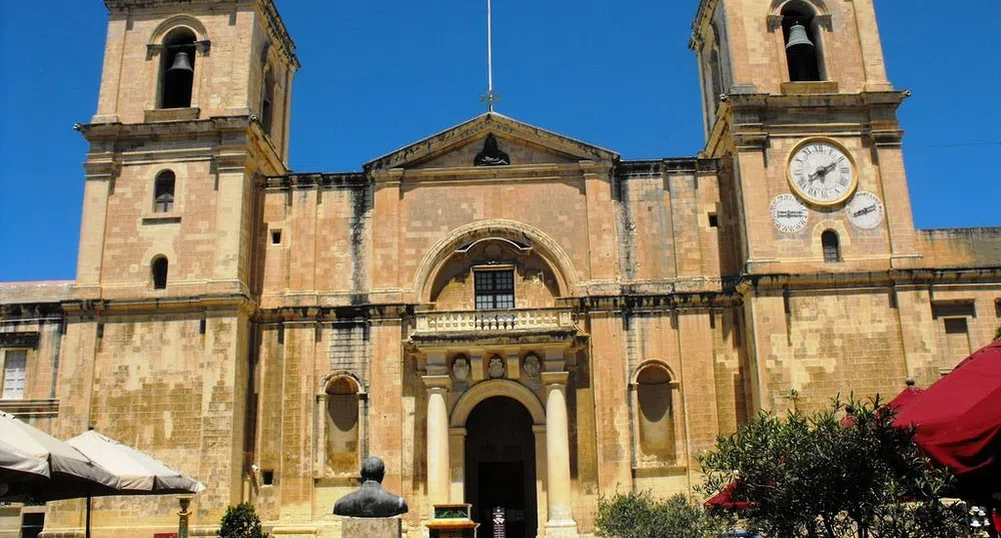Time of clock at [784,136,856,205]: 8:10
